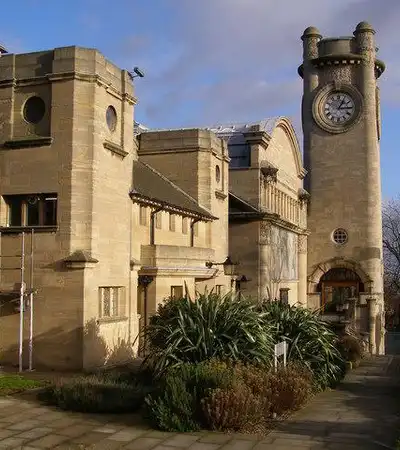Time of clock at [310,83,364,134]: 1:14
